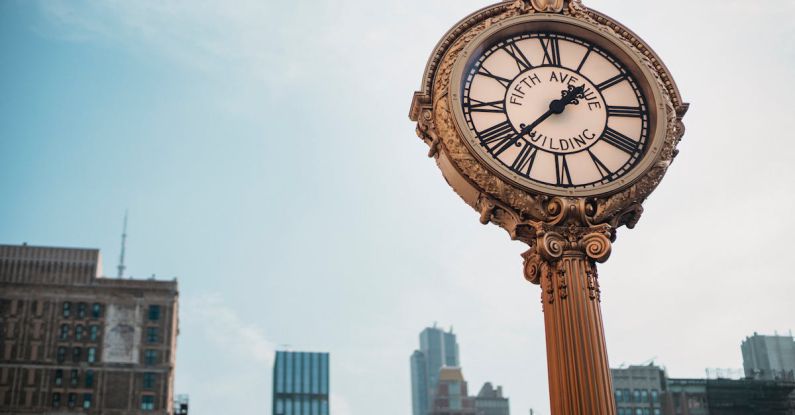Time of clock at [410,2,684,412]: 1:37
